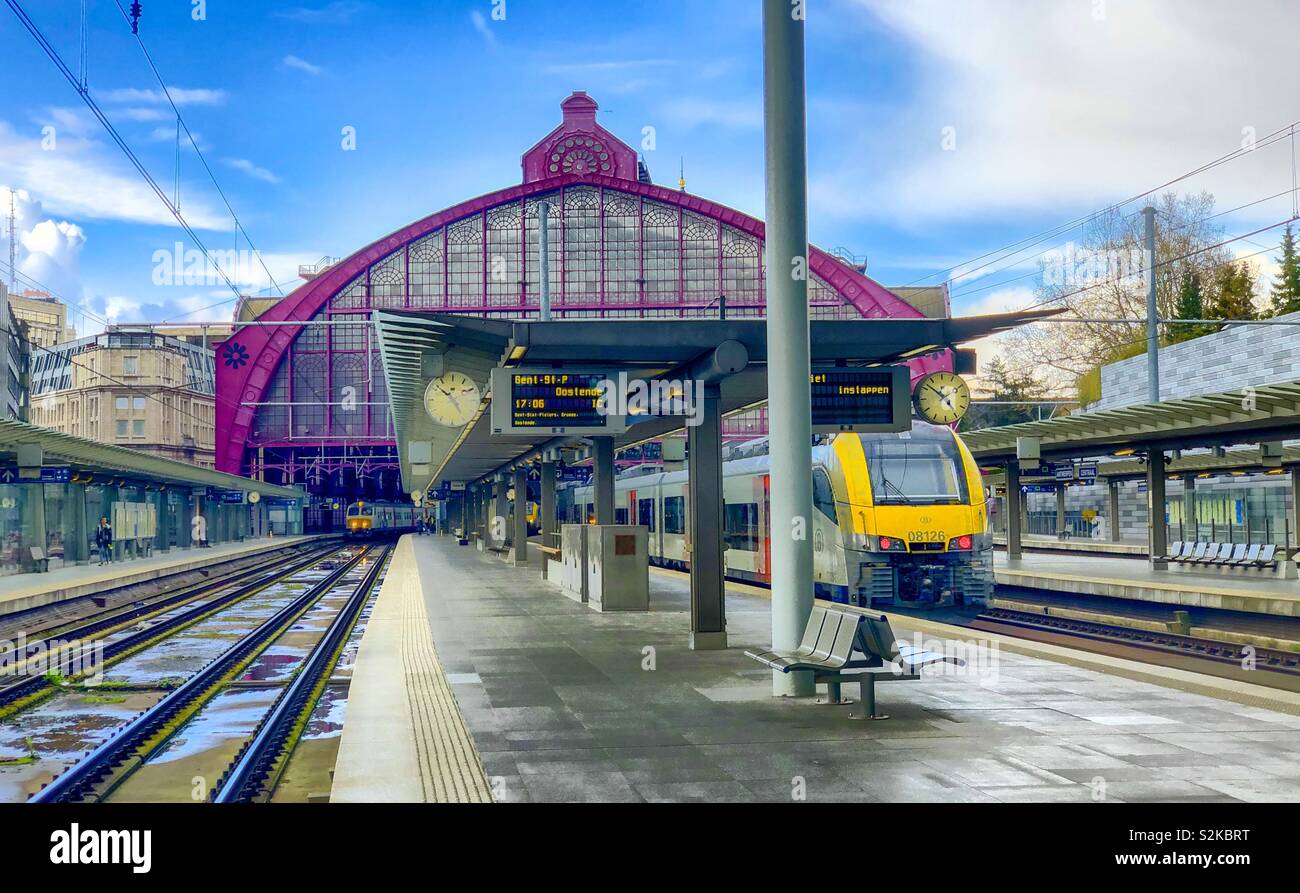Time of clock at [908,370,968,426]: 4:52
